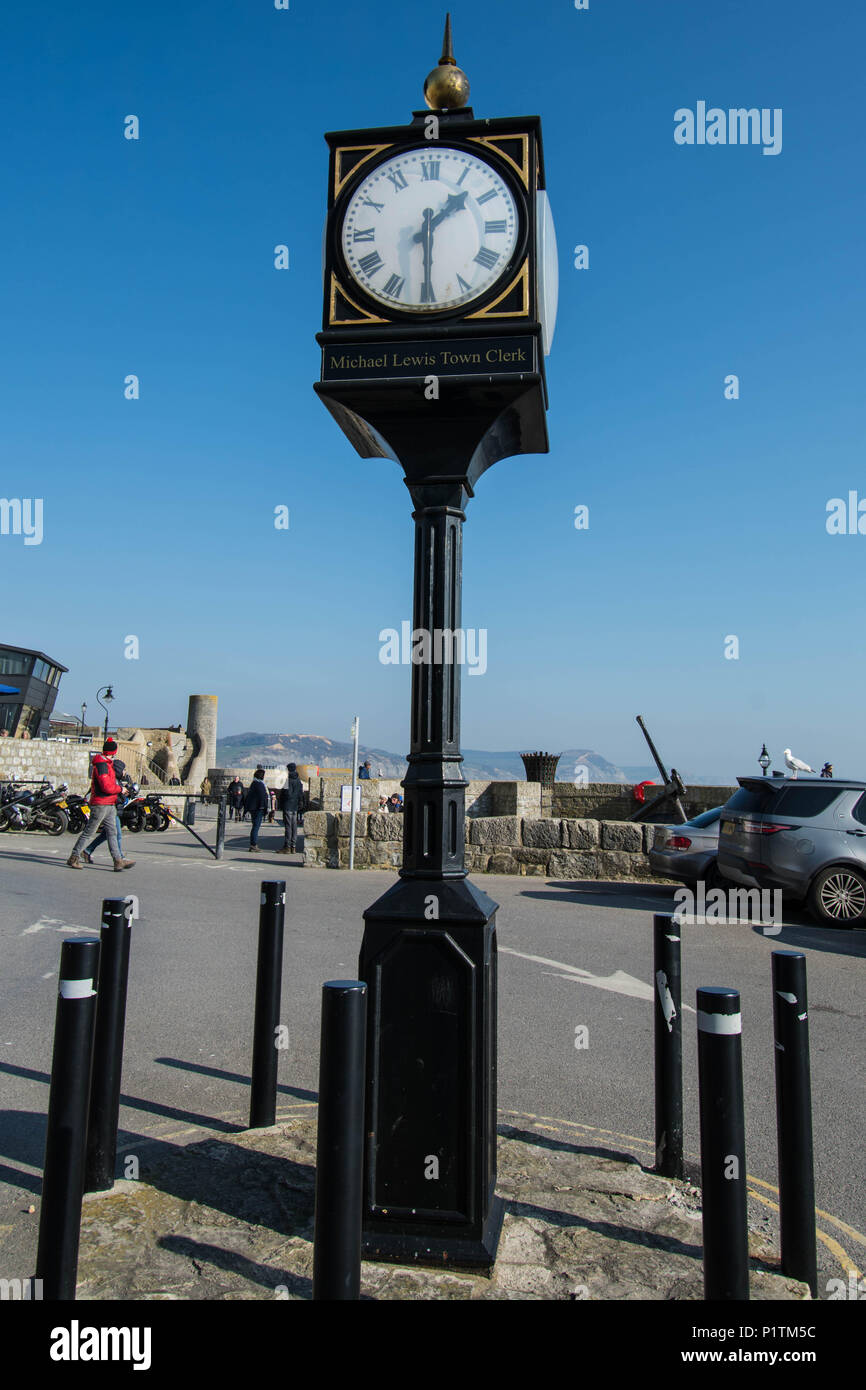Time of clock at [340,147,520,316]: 1:29
